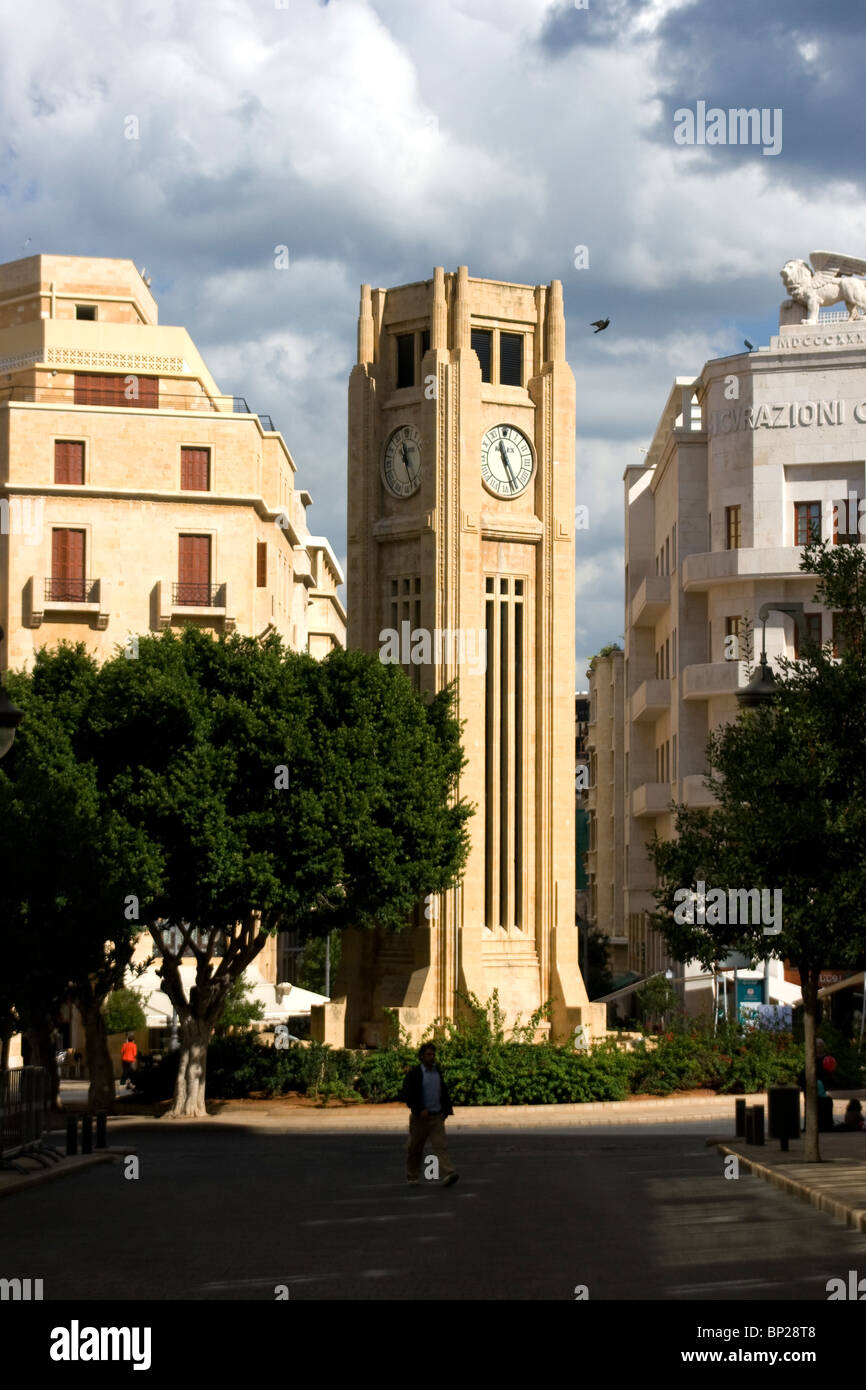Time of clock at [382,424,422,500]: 11:25
